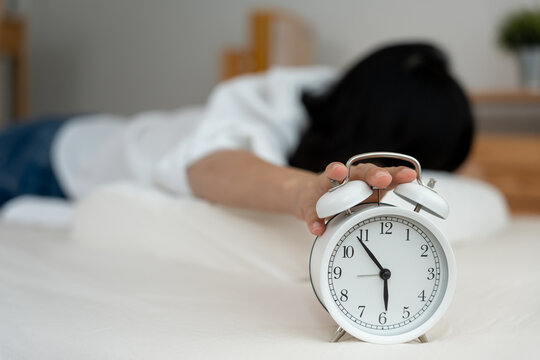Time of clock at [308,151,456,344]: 5:53
